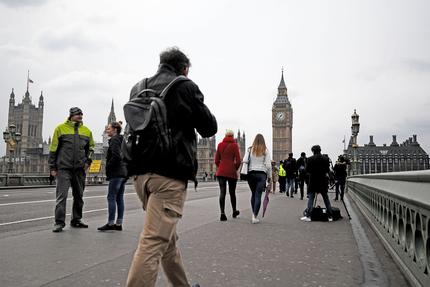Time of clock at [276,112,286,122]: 7:36
